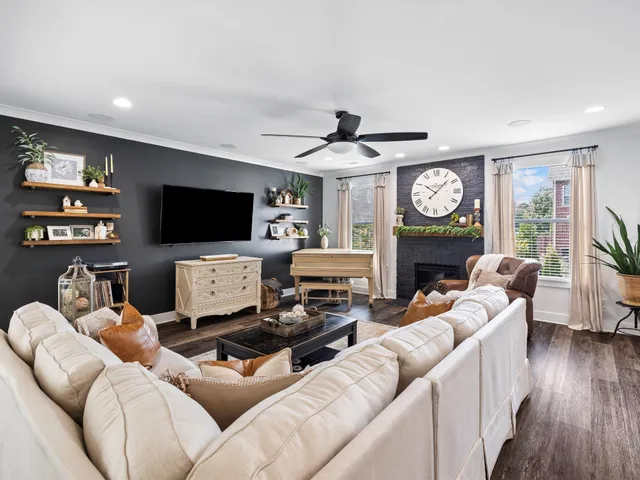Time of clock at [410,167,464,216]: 10:07
